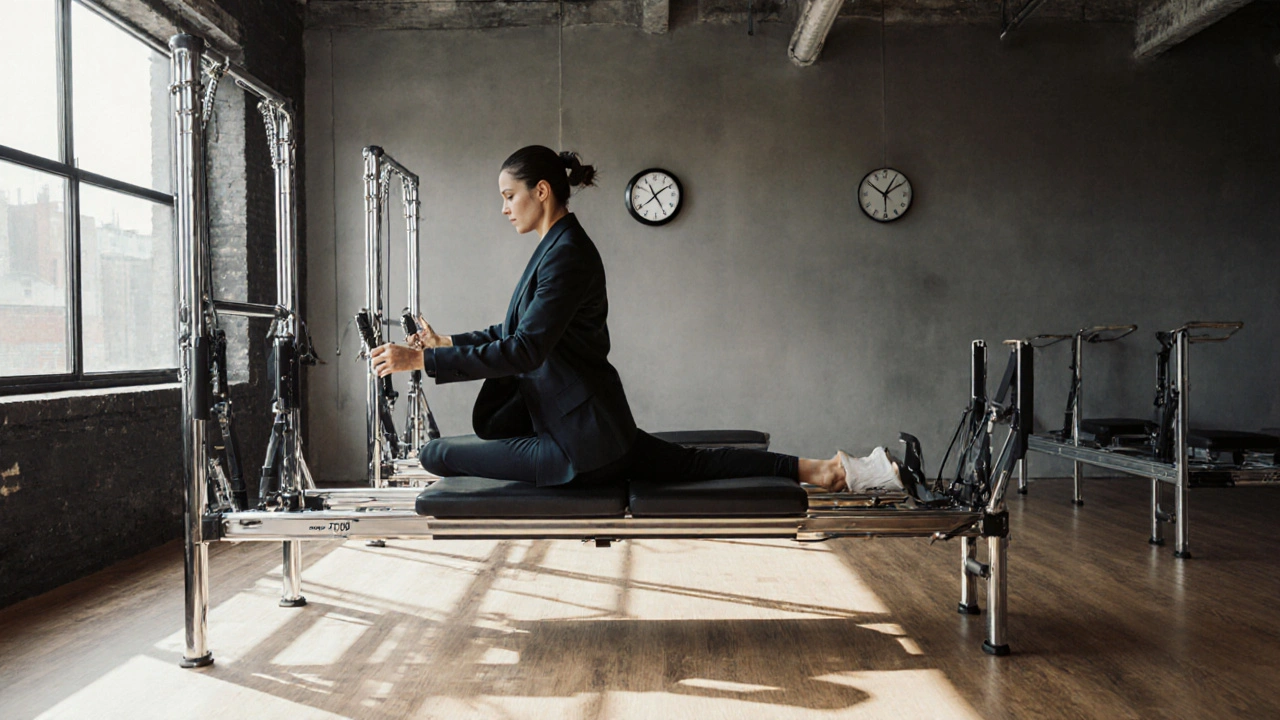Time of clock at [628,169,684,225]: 11:09
